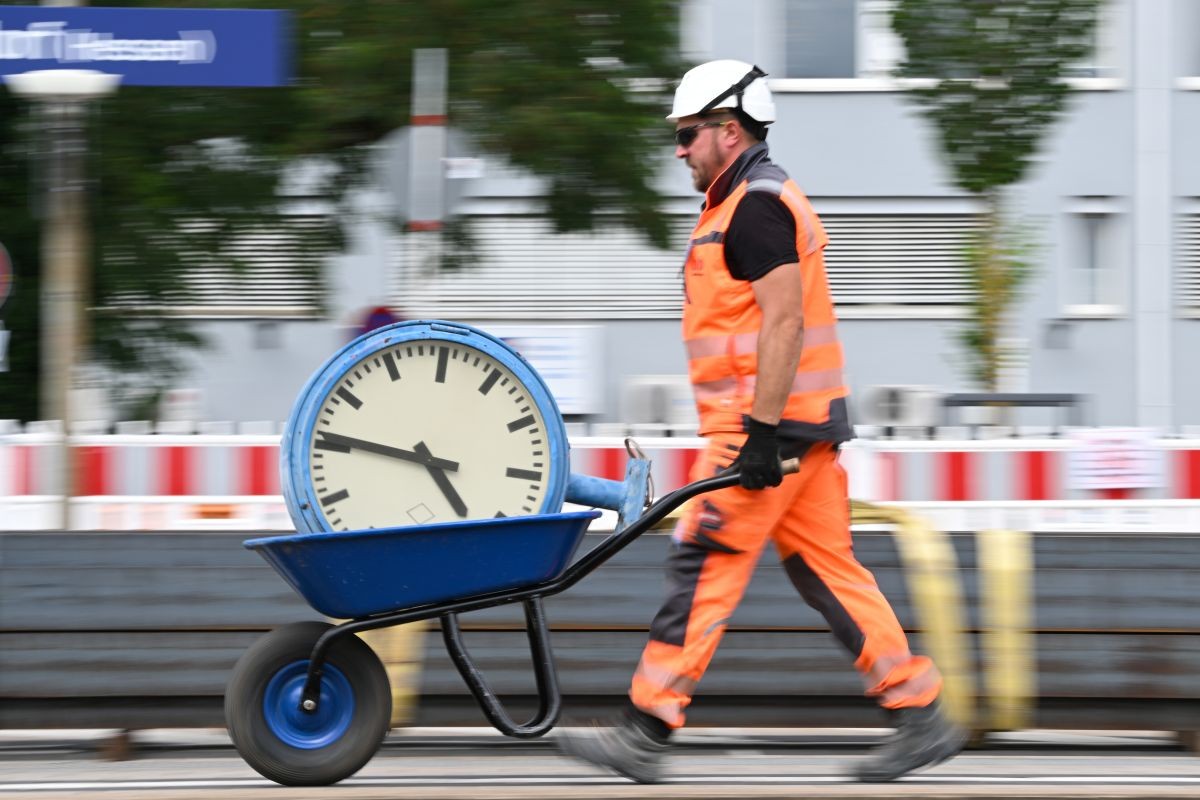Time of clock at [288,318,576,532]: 4:46
